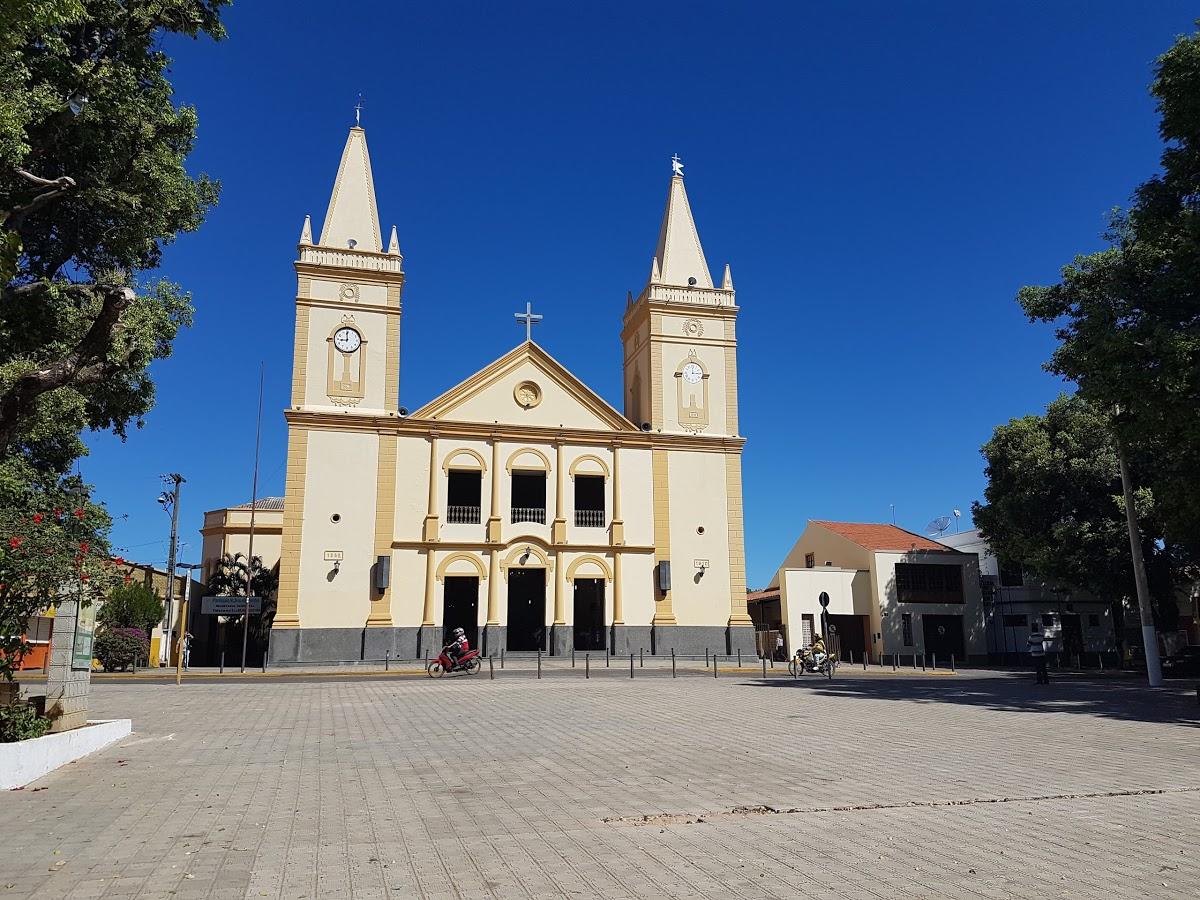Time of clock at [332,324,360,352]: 8:59
